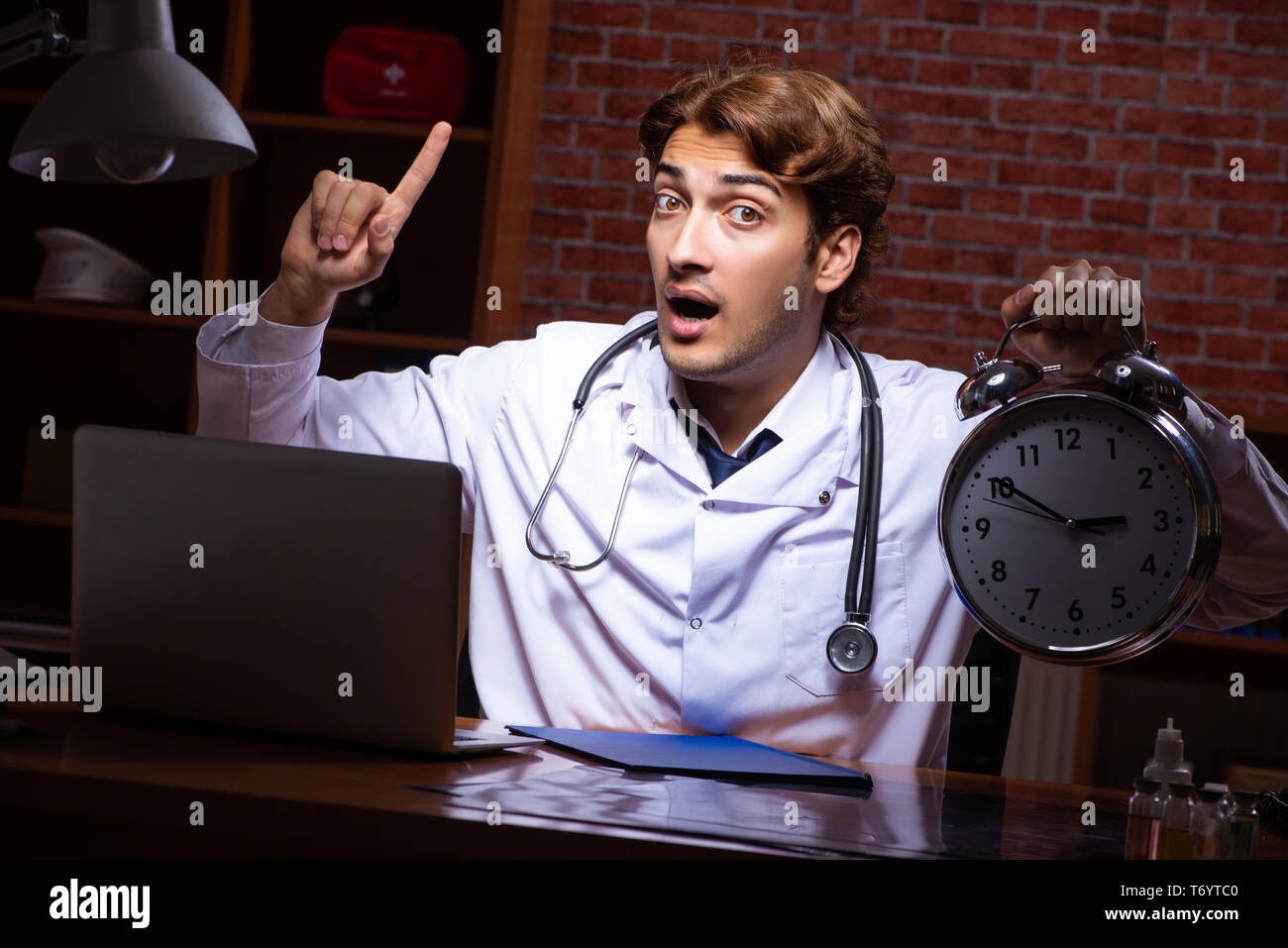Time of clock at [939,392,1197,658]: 2:50
